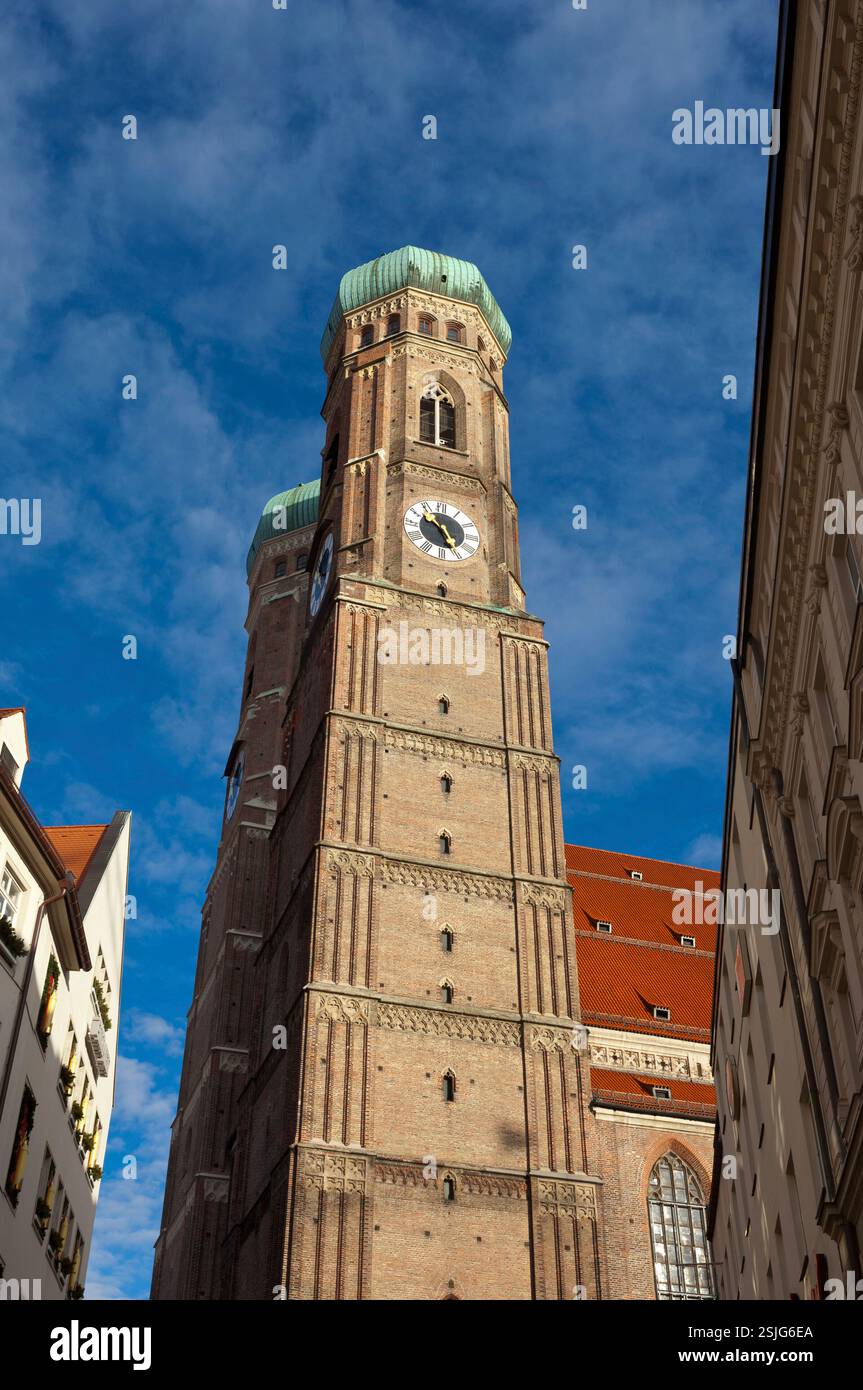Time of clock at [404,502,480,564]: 10:25
